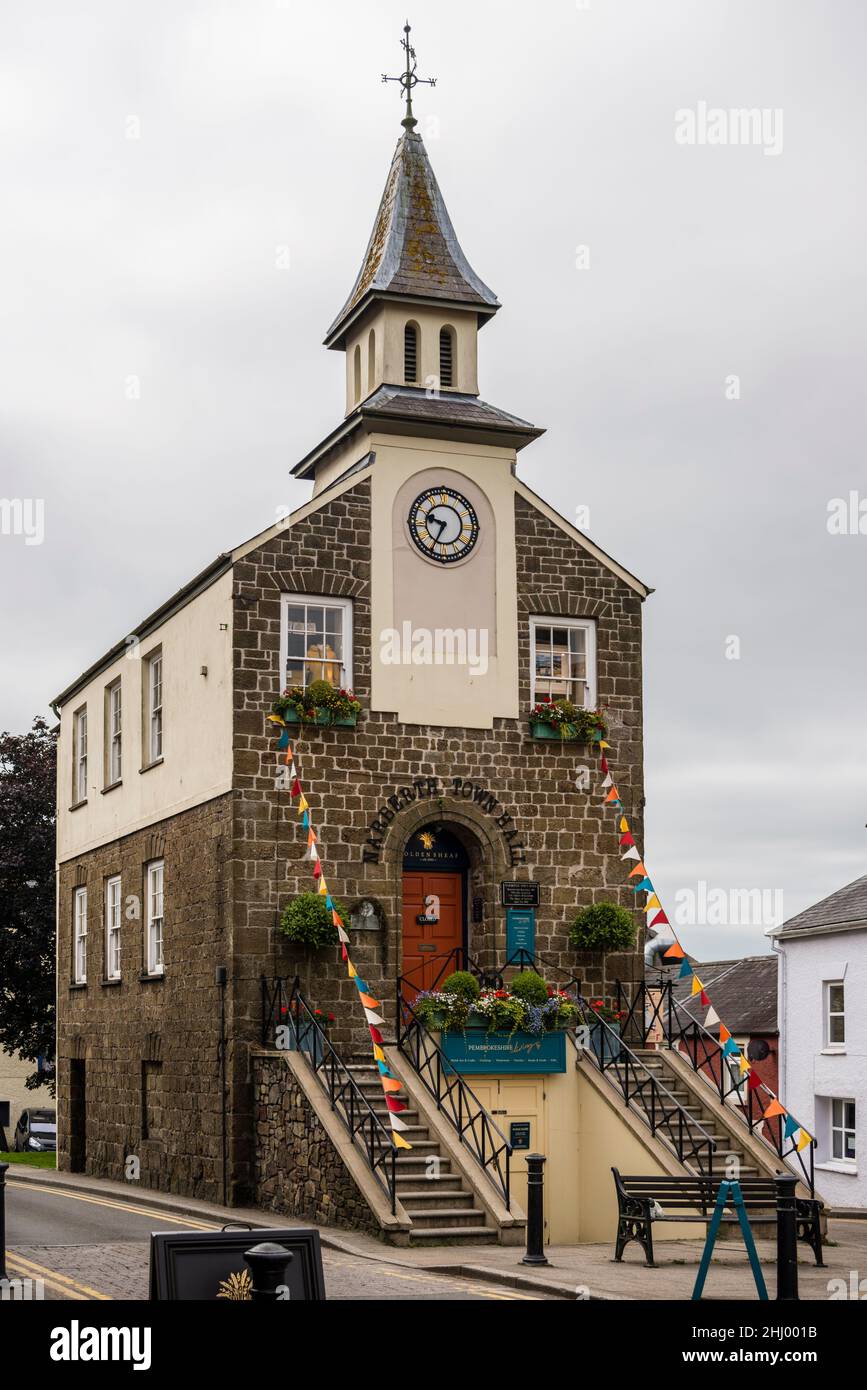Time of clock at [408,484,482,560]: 9:34
